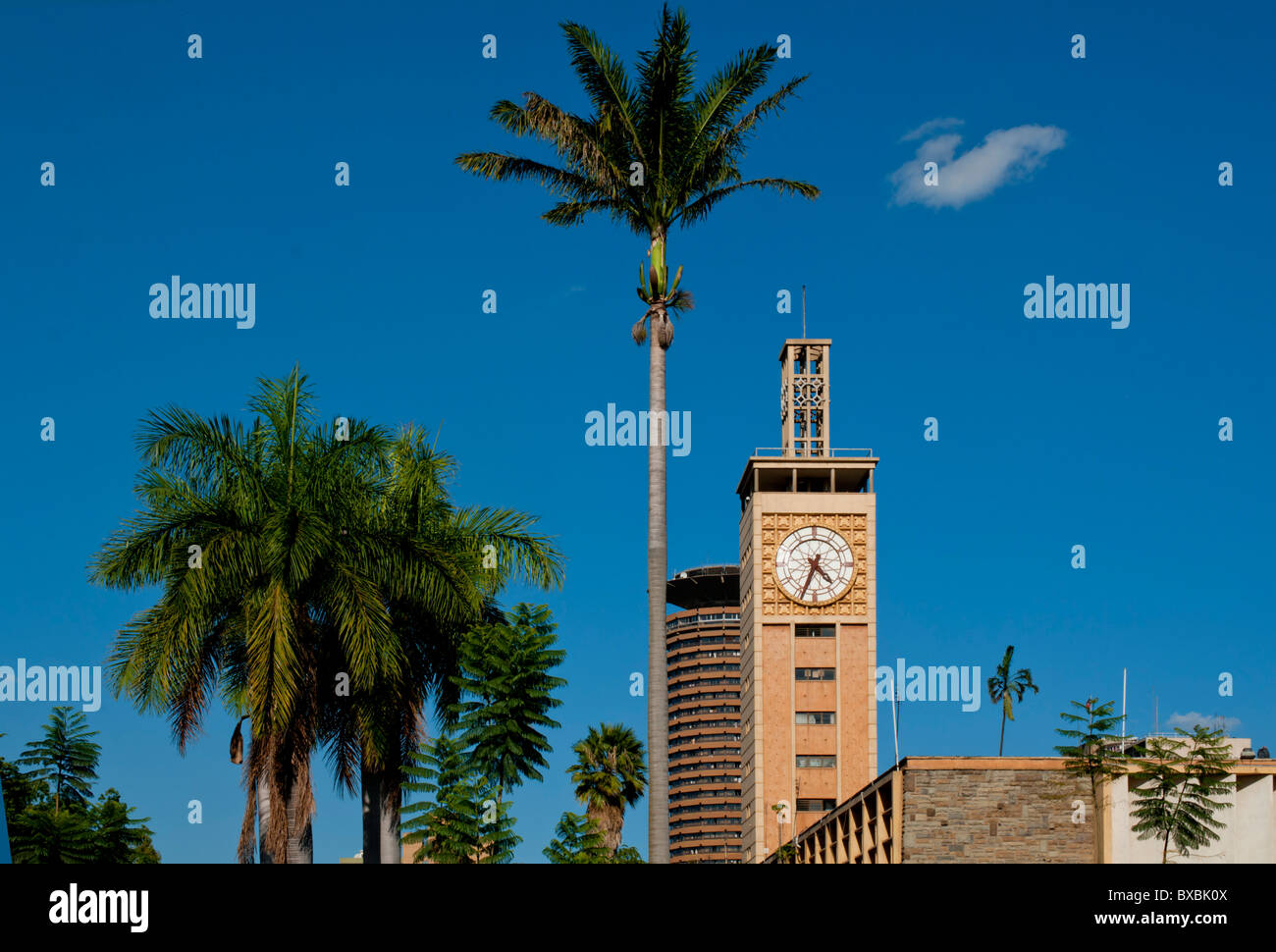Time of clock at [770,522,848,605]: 4:33
